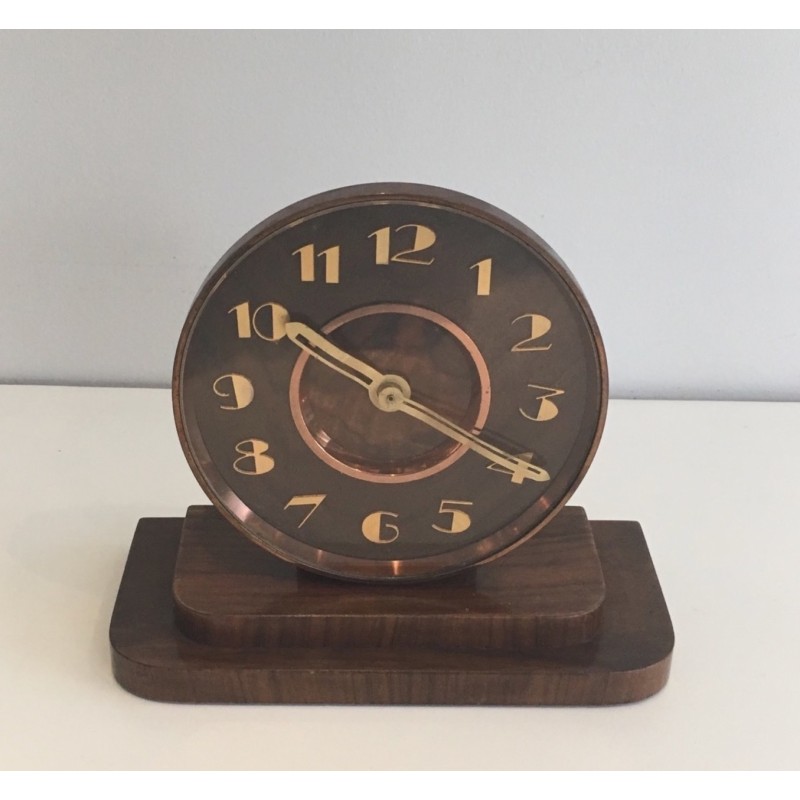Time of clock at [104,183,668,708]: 10:19
